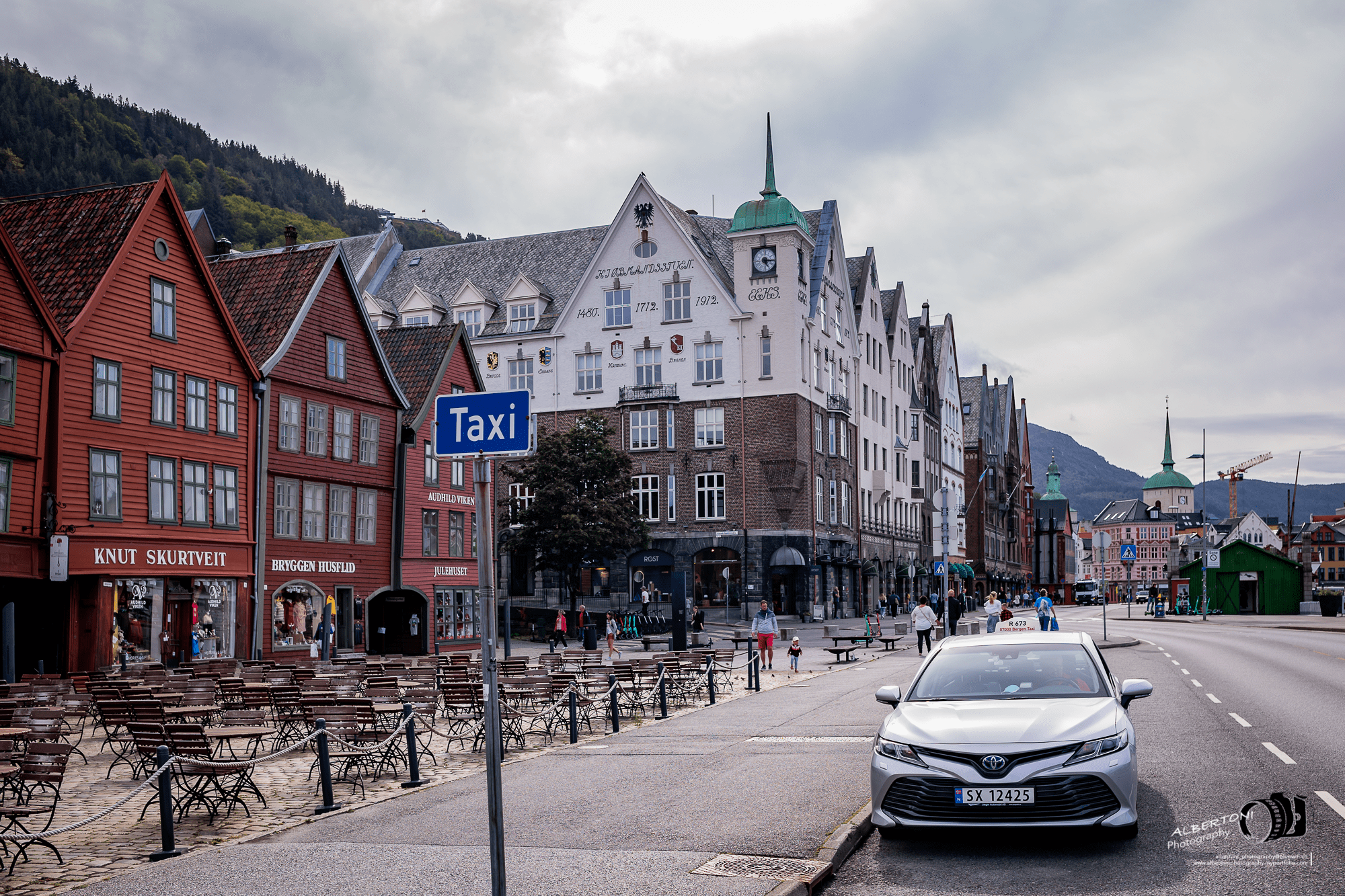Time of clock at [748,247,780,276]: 5:15
